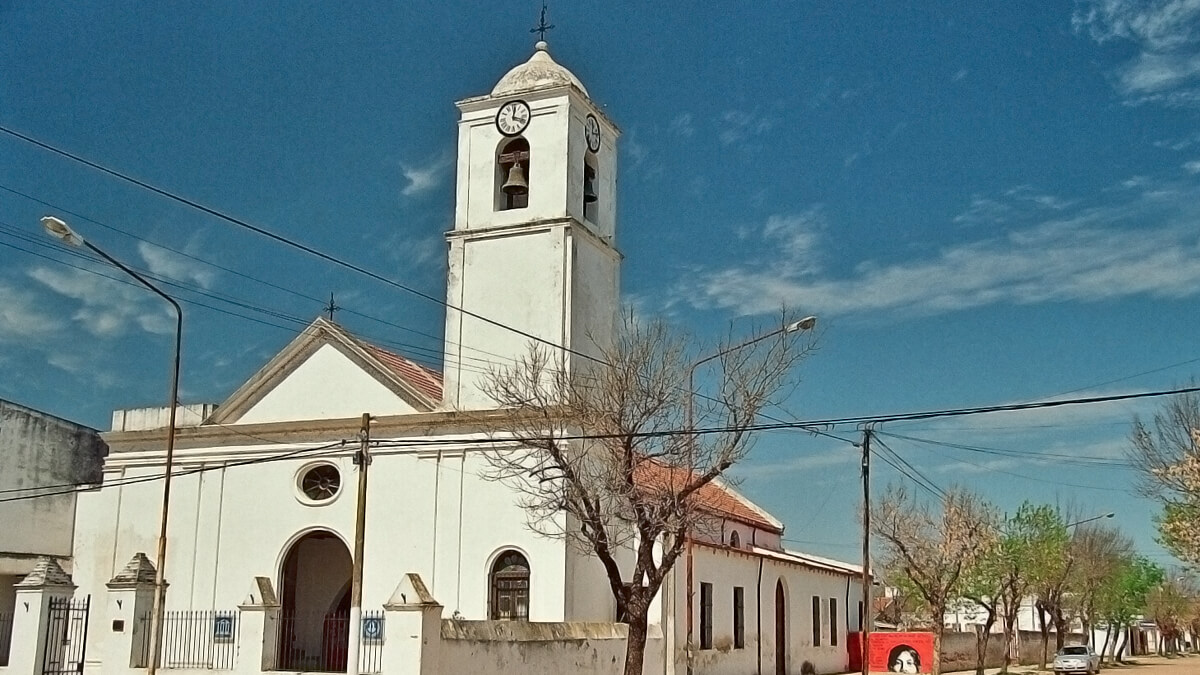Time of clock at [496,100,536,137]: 12:18
